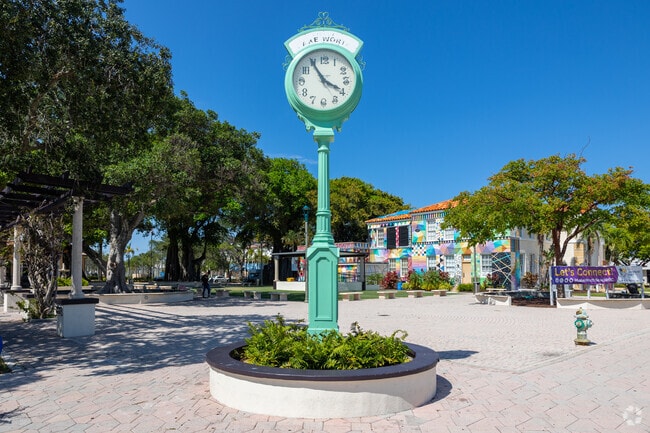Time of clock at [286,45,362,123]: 3:54
